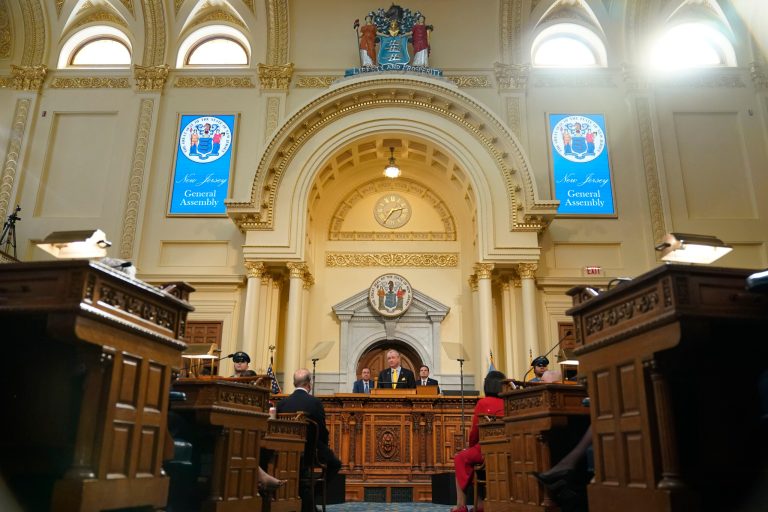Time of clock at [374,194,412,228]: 2:35
